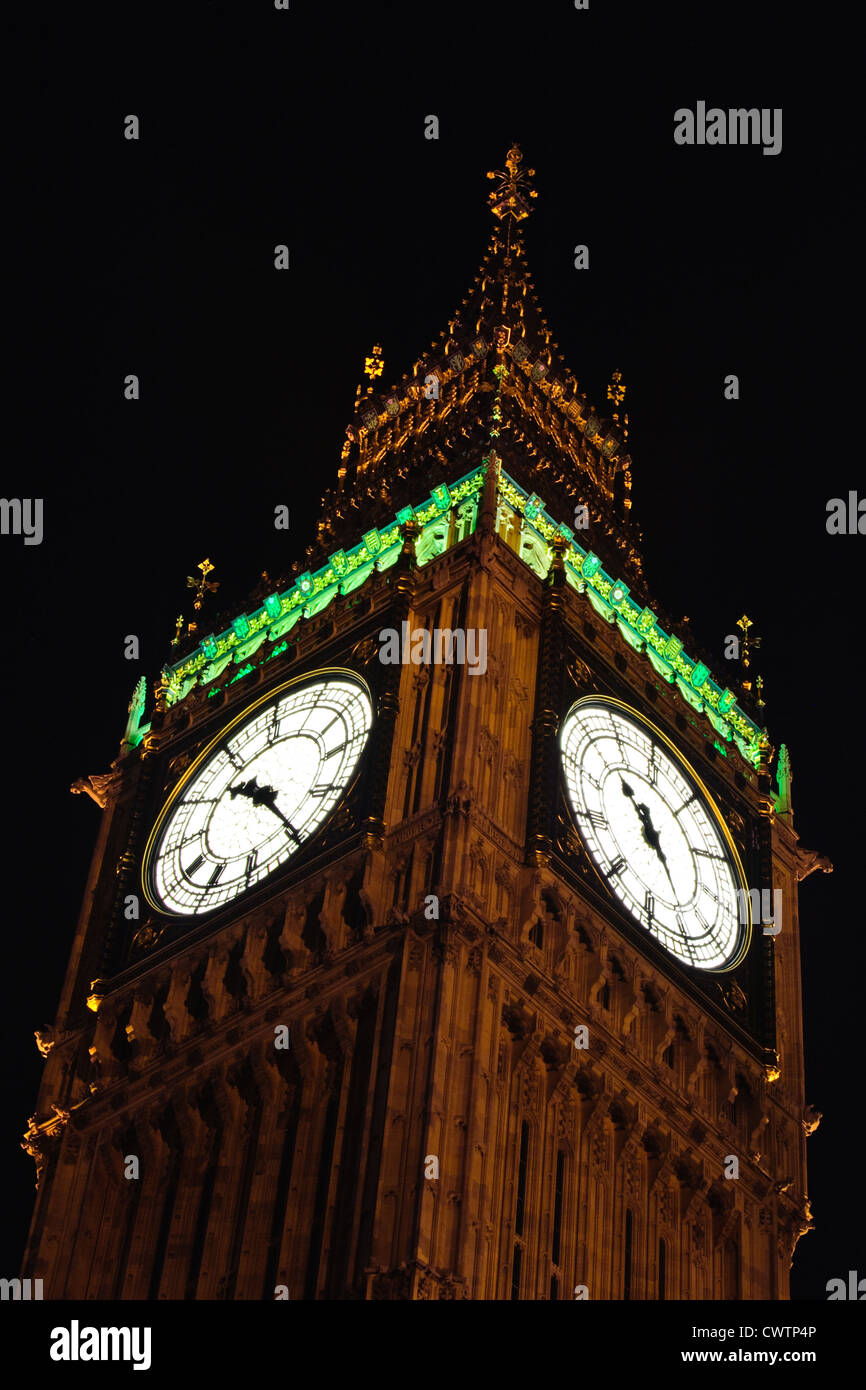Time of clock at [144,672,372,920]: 10:24
